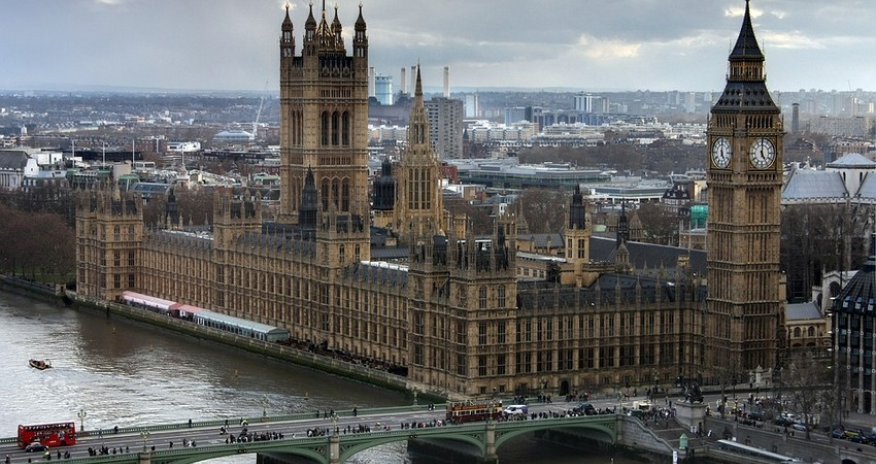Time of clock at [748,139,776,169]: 5:00
